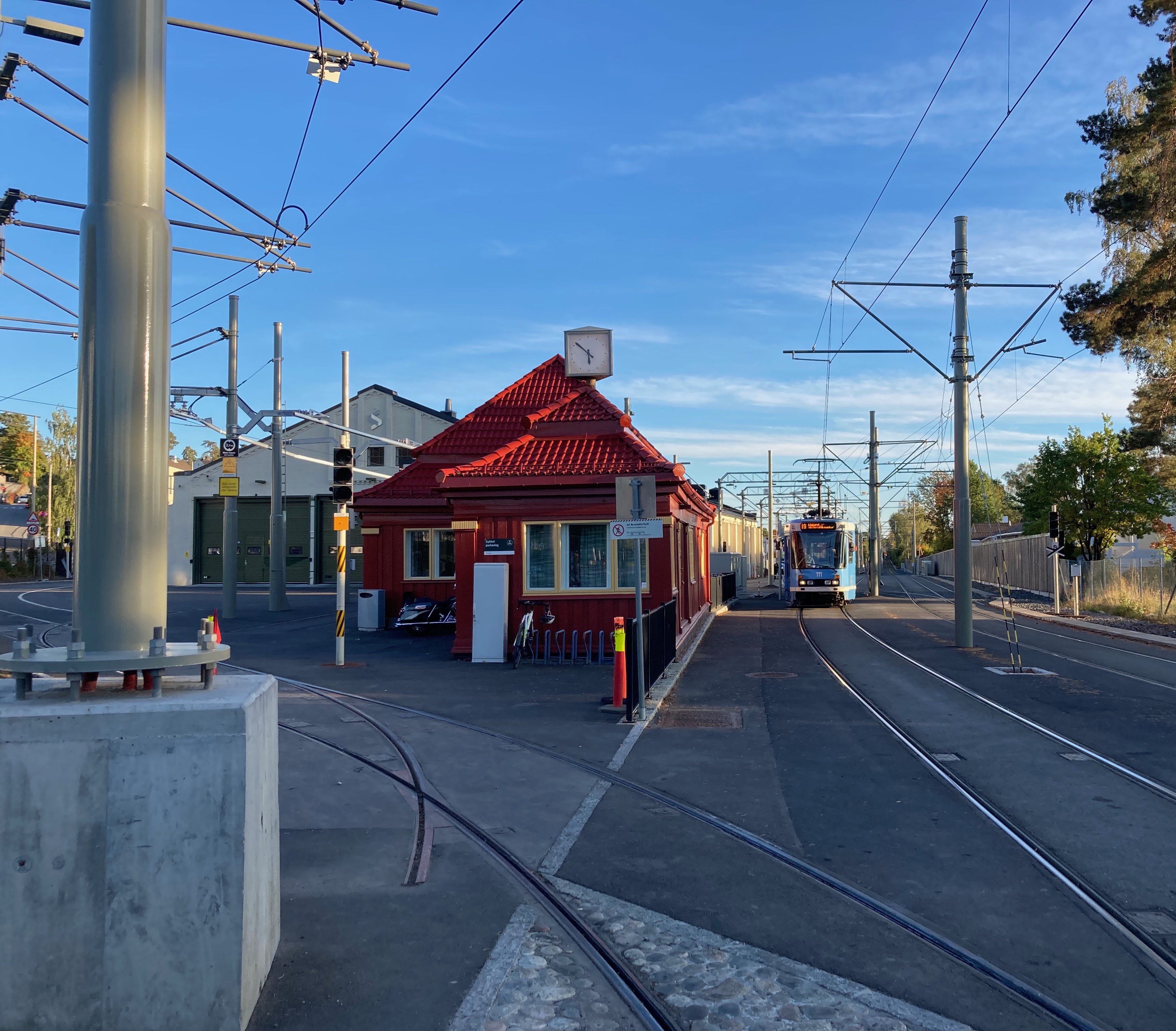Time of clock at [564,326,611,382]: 5:51
